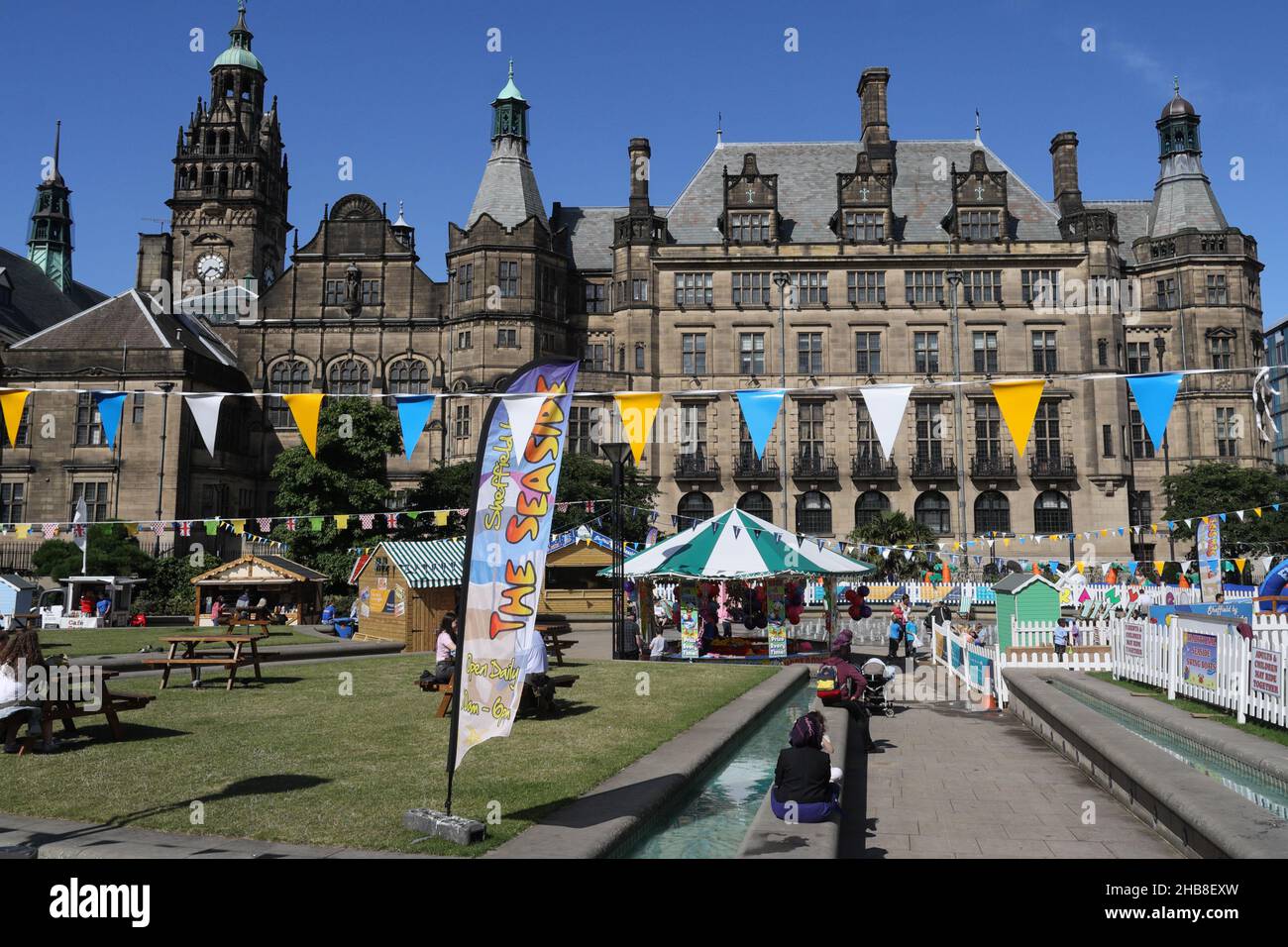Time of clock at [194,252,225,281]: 3:37
